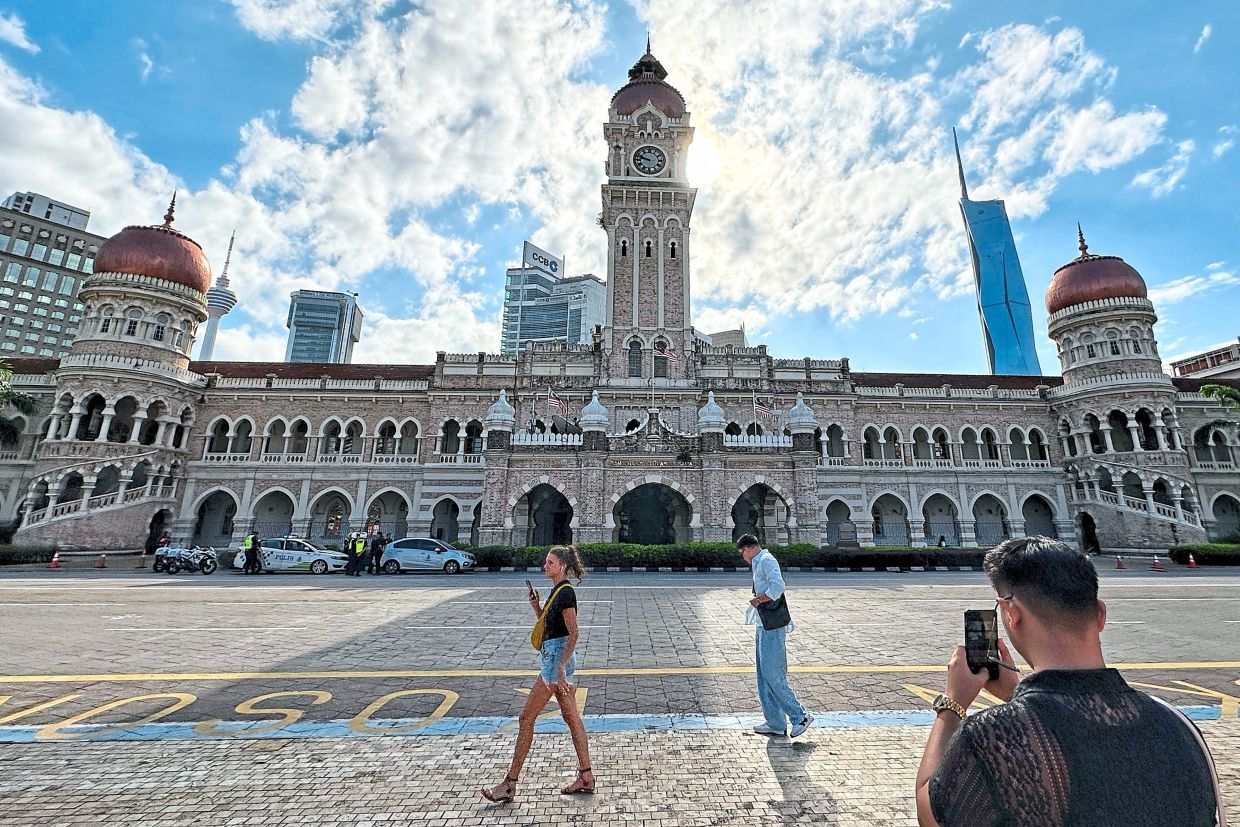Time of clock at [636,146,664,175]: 9:47
